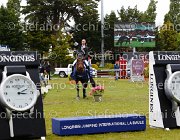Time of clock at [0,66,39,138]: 3:11
